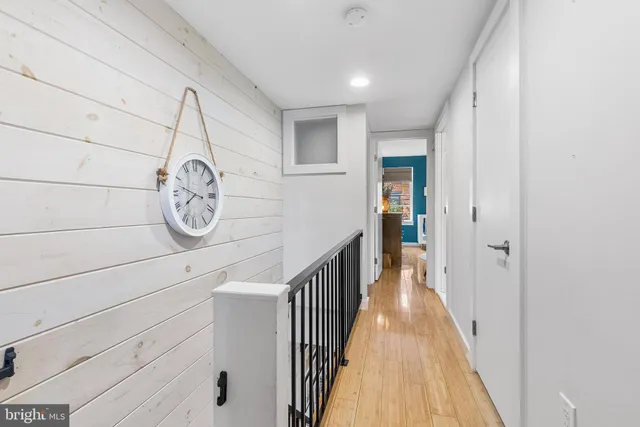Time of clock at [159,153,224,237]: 7:47
